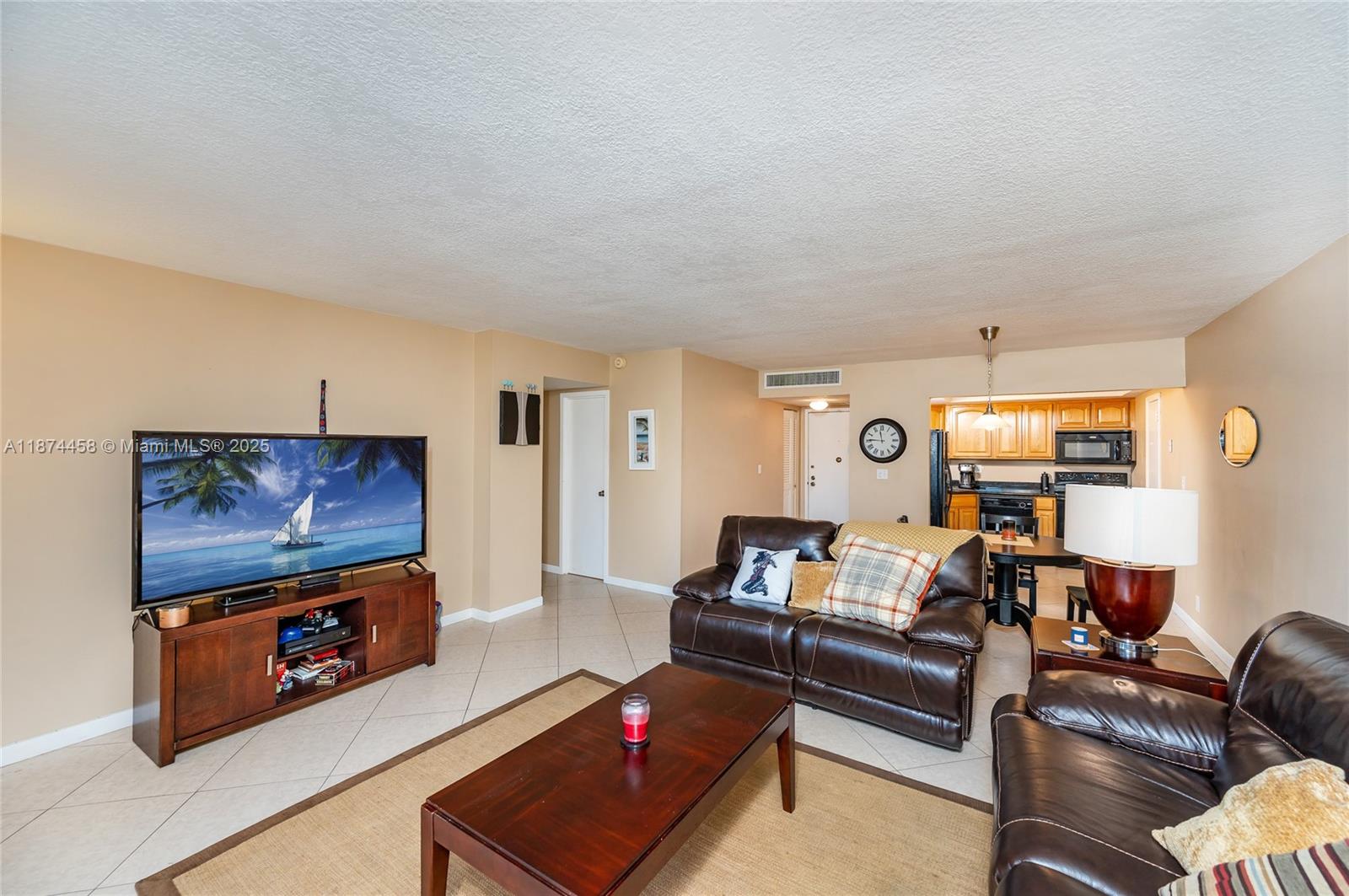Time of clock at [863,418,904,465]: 11:45
